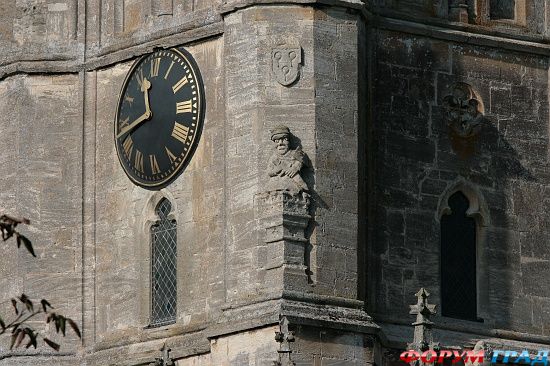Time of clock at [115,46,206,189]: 11:41
